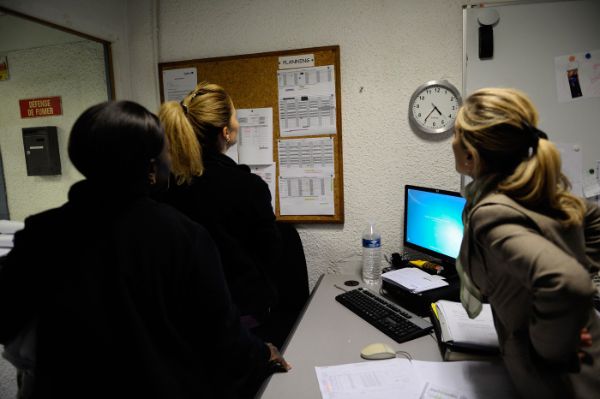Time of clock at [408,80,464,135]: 4:35
